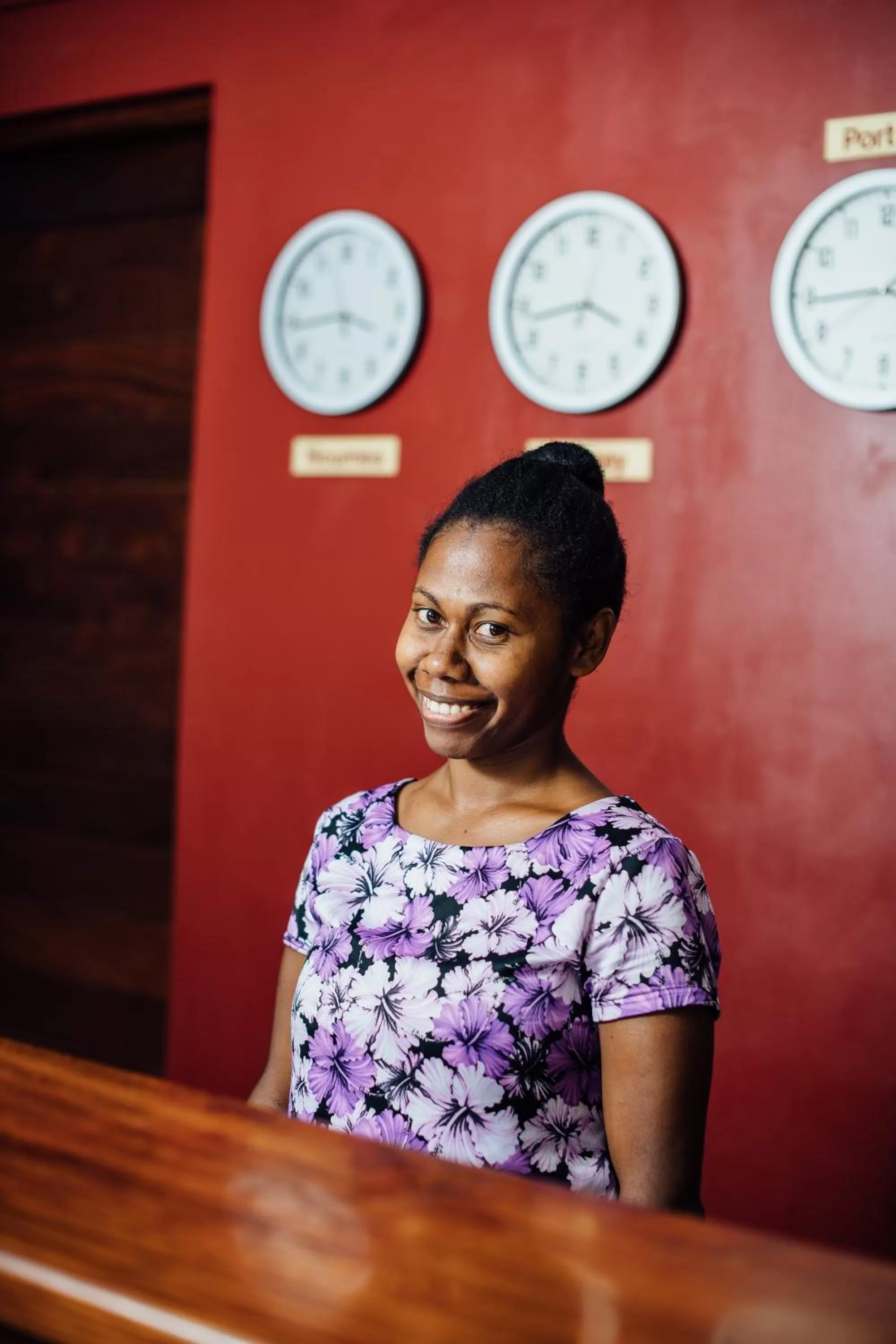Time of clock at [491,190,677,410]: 3:42
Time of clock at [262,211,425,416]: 3:43
